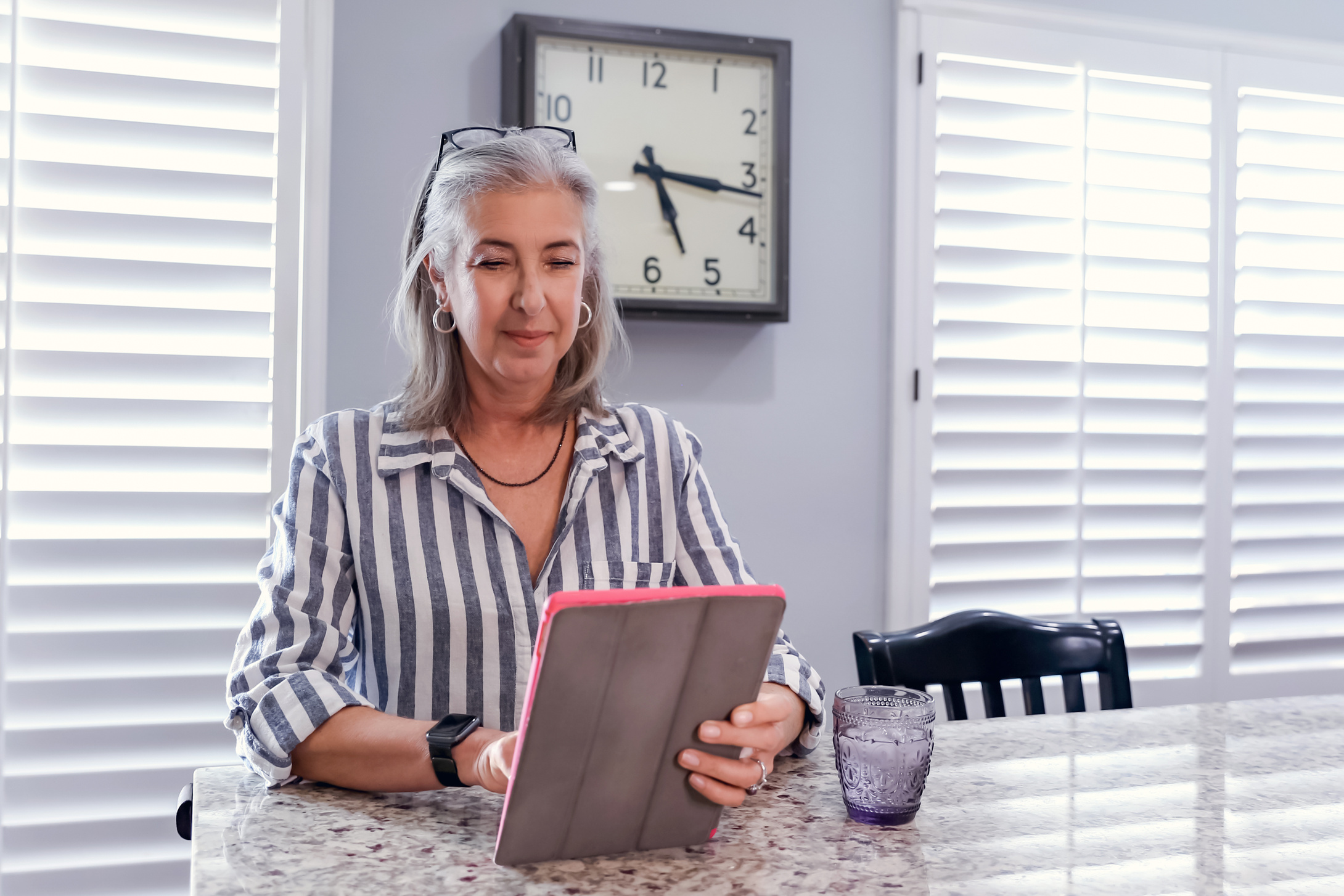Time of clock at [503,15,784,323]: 5:16
